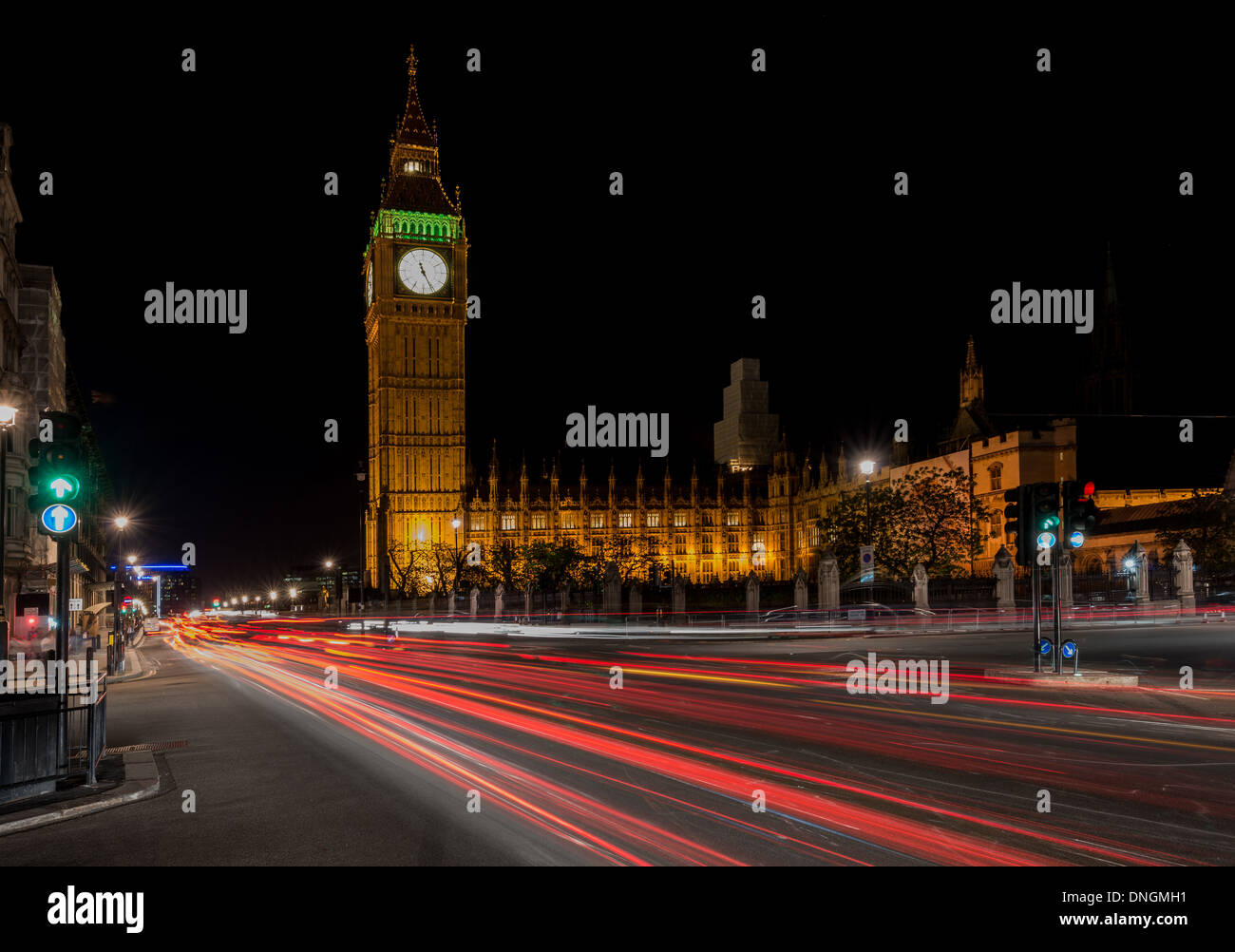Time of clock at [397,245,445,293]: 11:25
